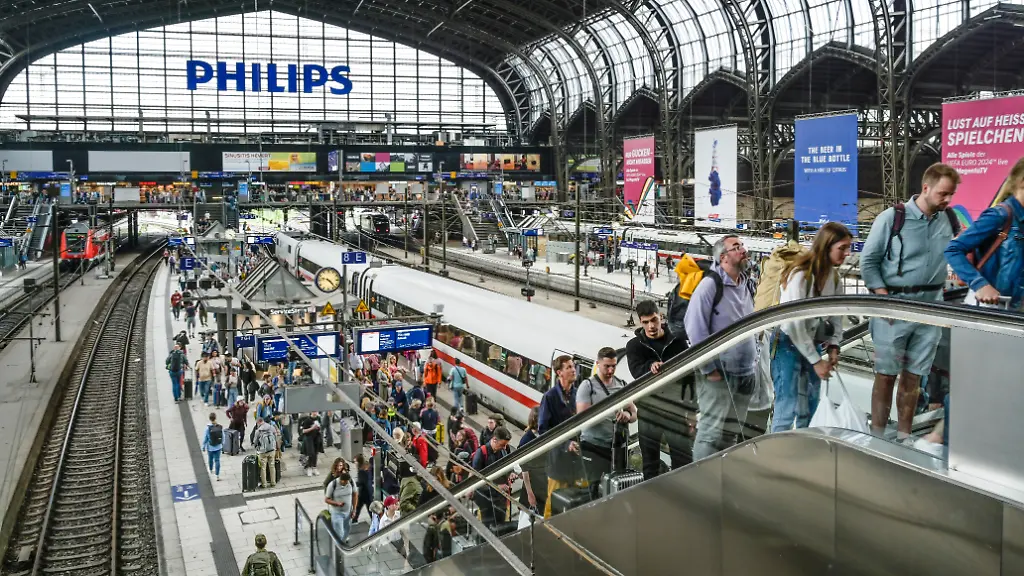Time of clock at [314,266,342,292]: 9:22
